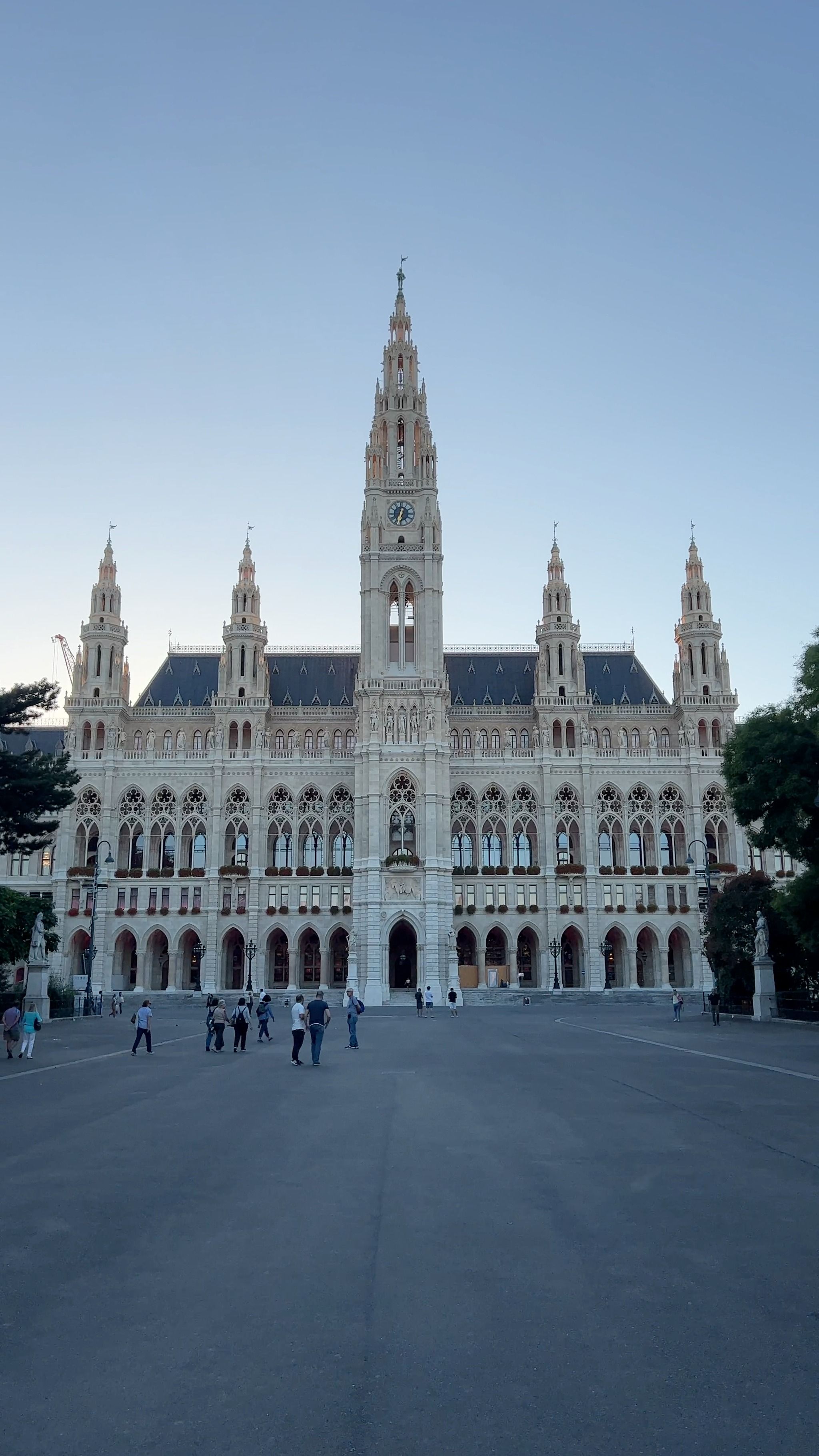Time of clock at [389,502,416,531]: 12:32
